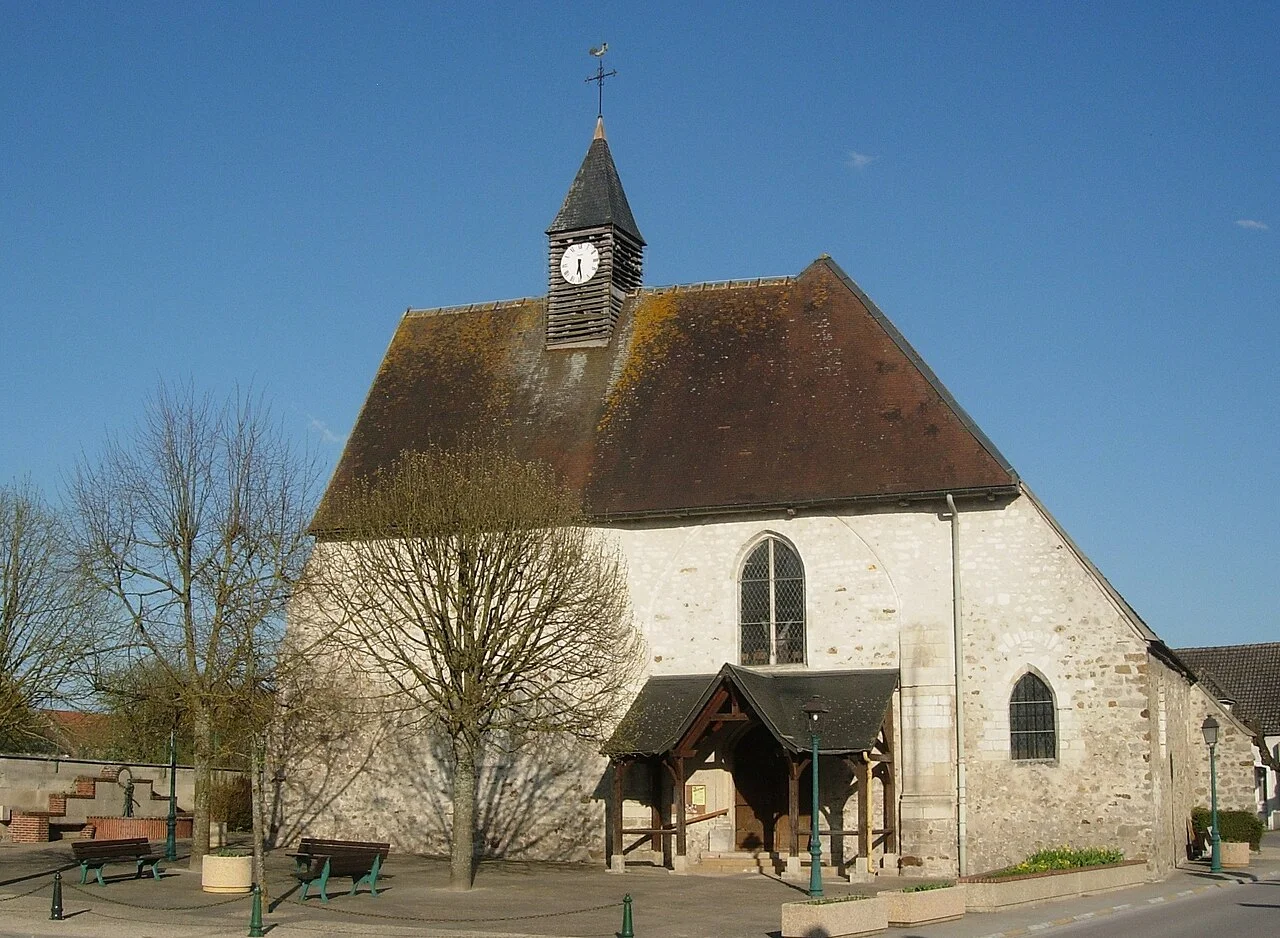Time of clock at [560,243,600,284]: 6:29
